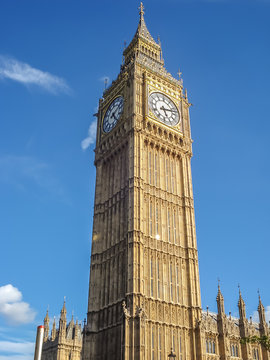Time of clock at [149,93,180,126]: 5:12
